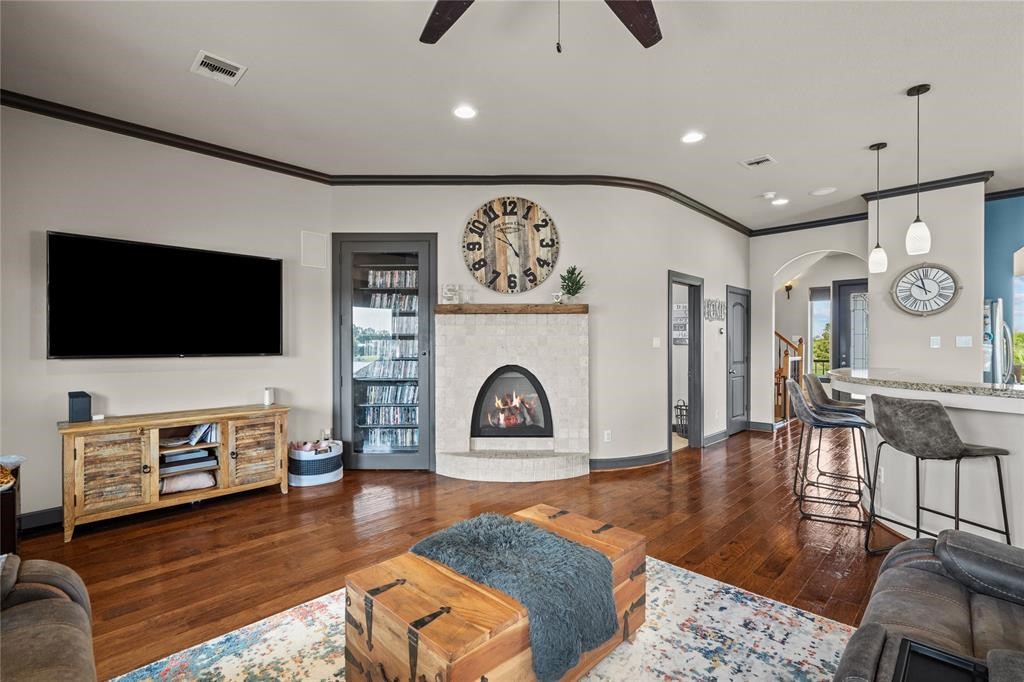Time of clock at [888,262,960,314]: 9:57
